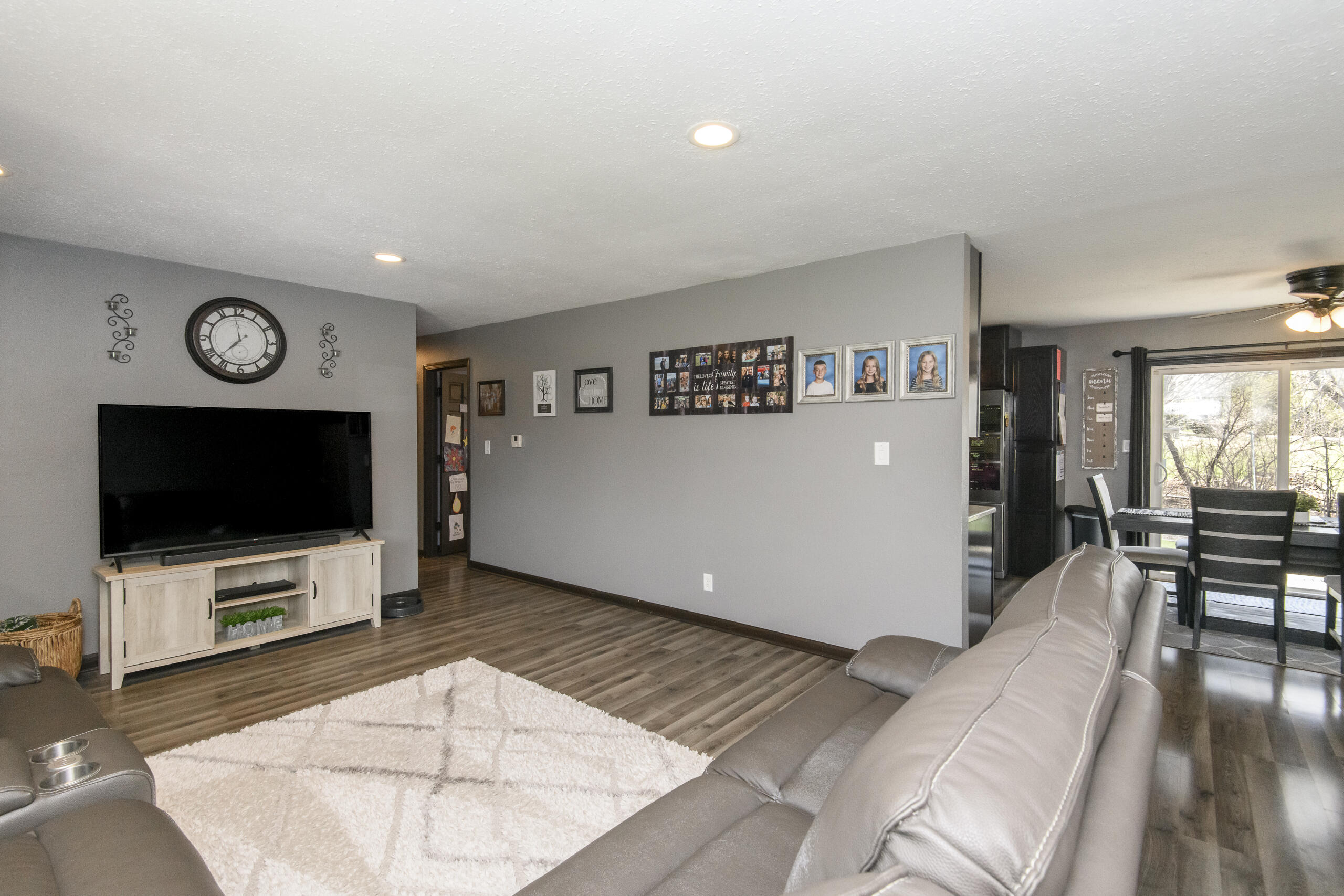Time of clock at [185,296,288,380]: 7:37
